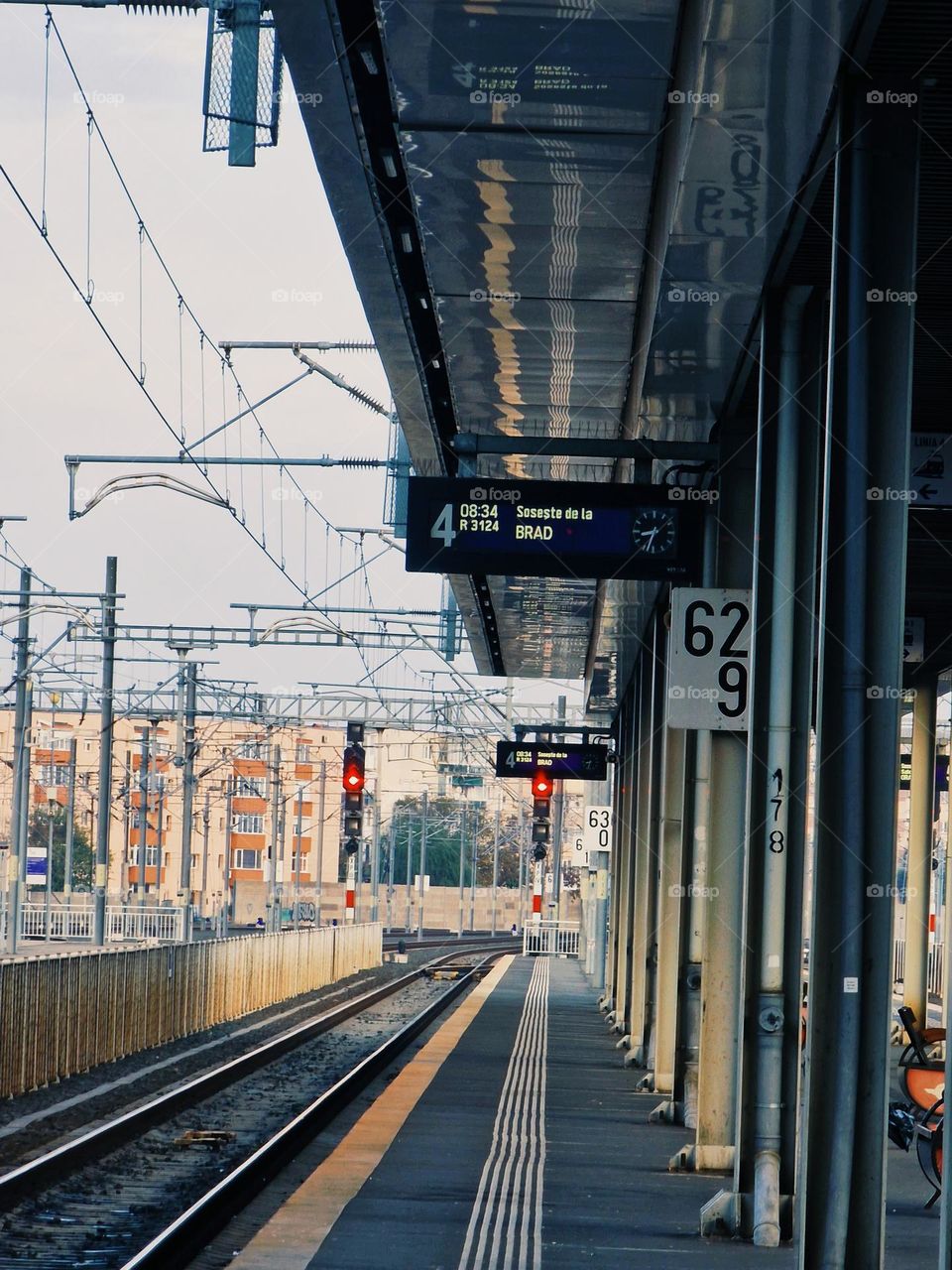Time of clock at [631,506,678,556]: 8:33
